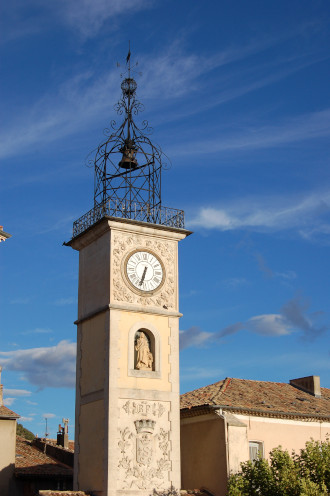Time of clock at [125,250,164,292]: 6:33
